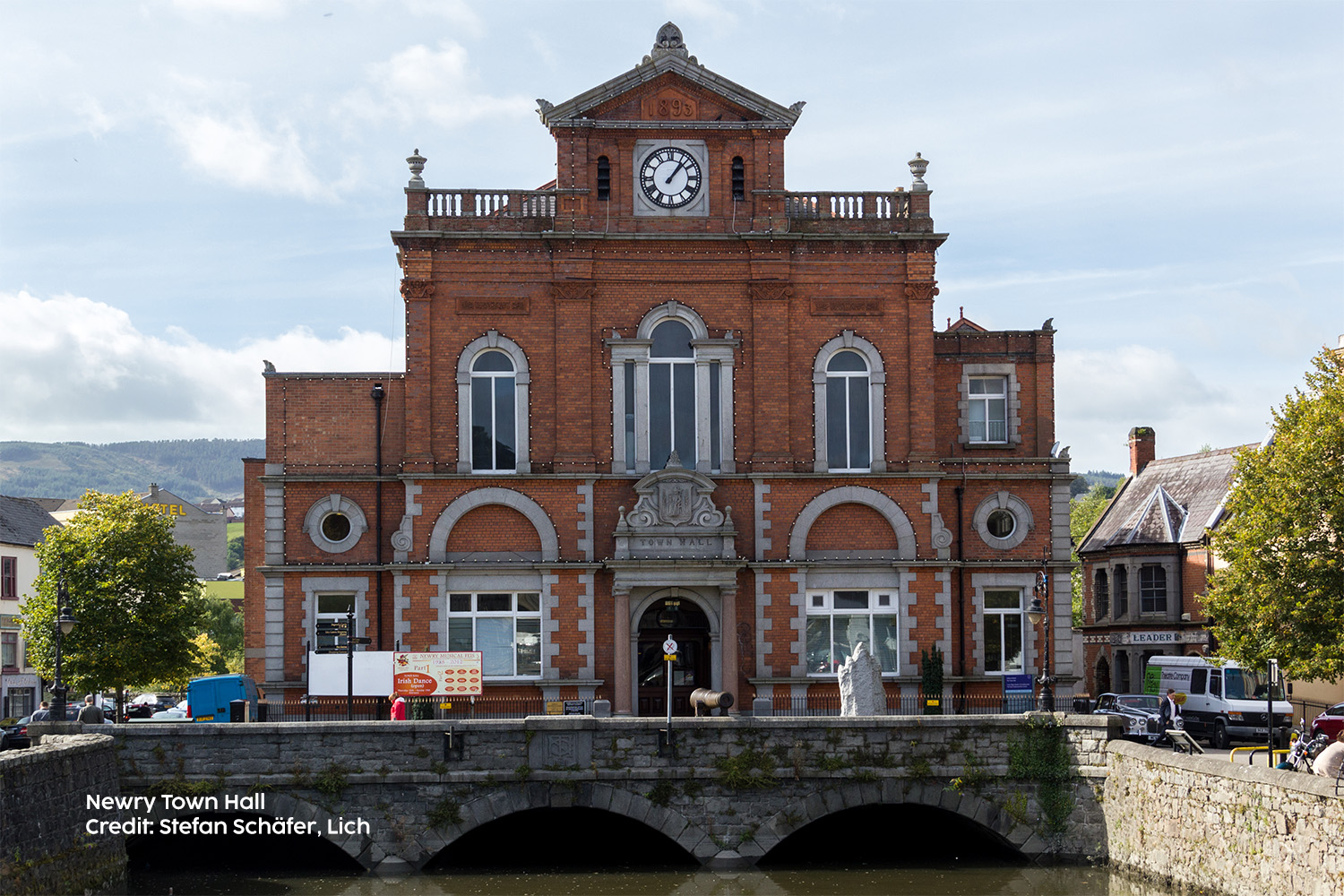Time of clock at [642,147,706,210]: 1:07
